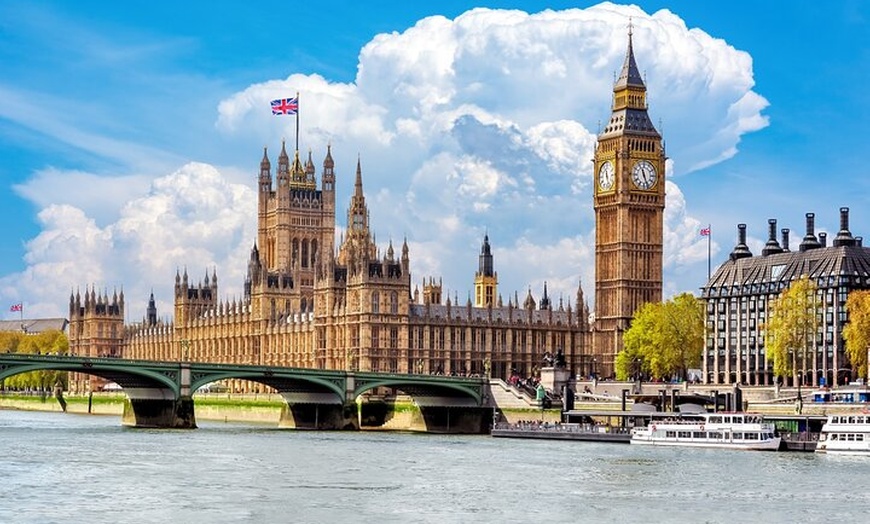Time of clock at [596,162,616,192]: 11:25
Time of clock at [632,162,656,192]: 11:26
